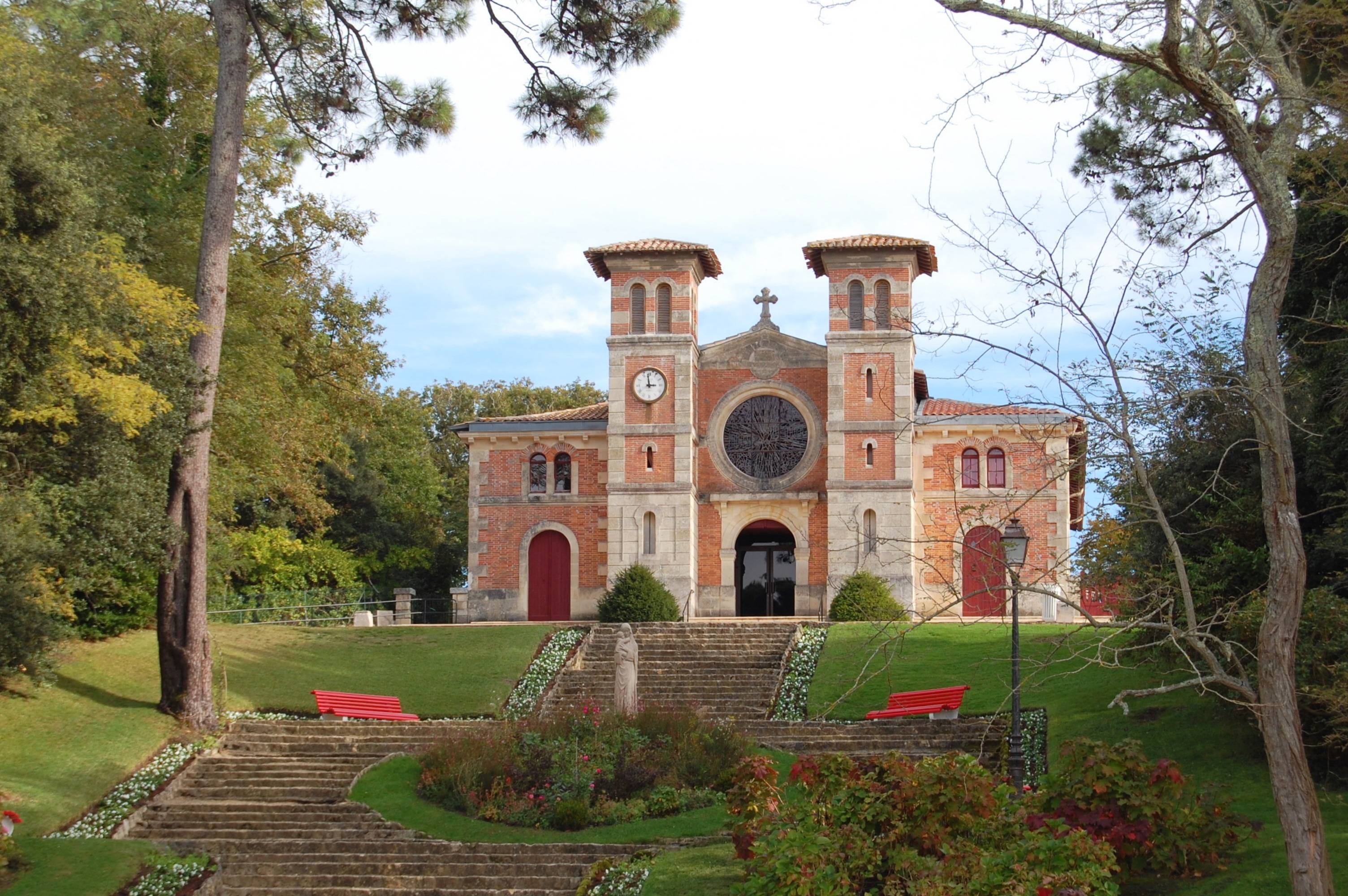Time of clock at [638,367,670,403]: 2:58
